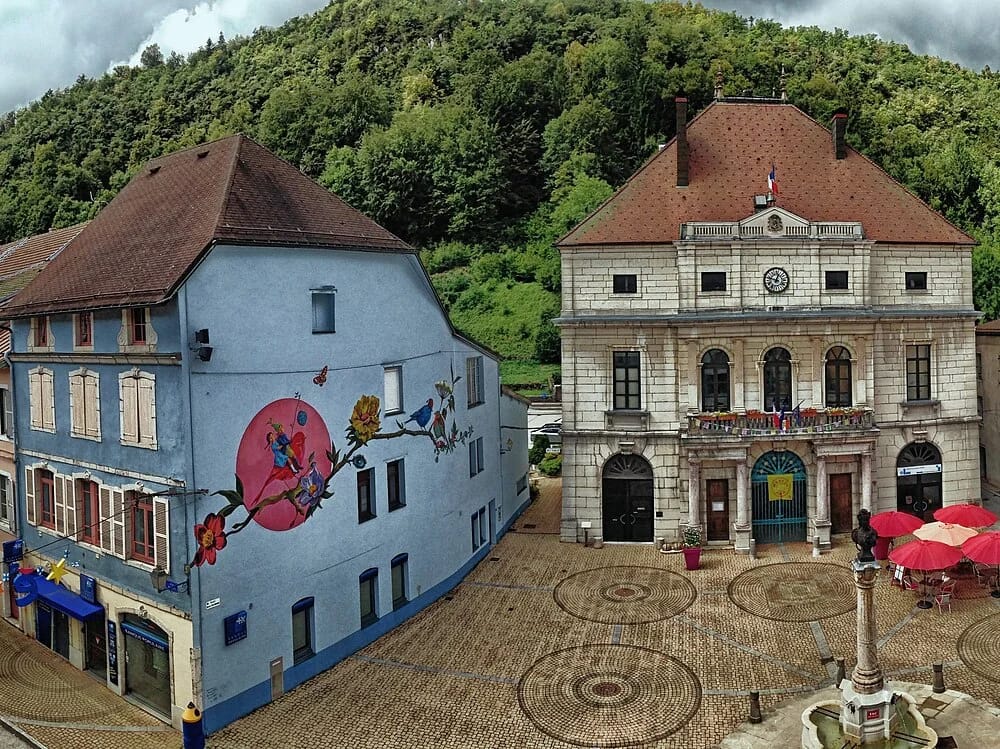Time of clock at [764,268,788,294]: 12:47
